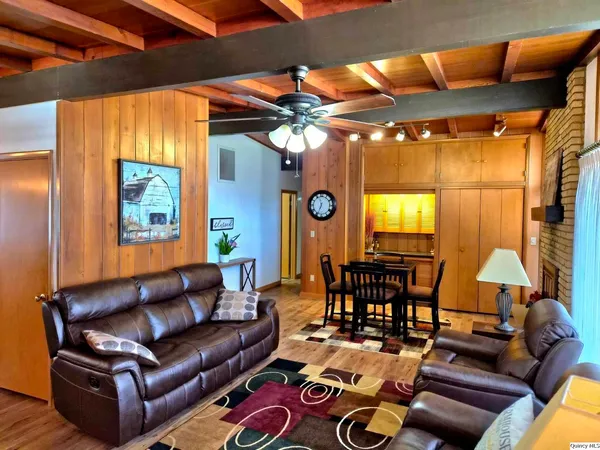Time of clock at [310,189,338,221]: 11:33
